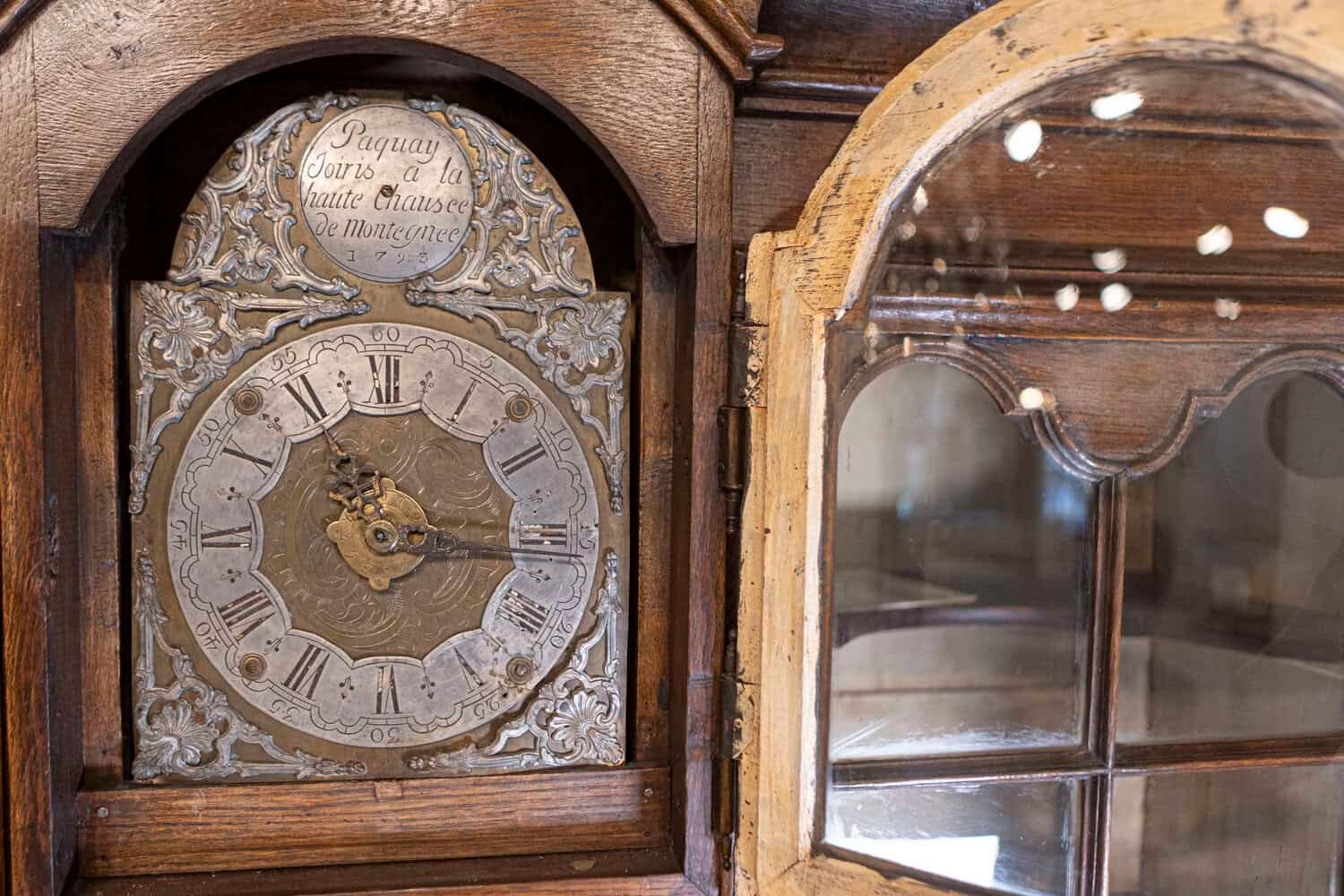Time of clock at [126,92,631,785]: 11:16
